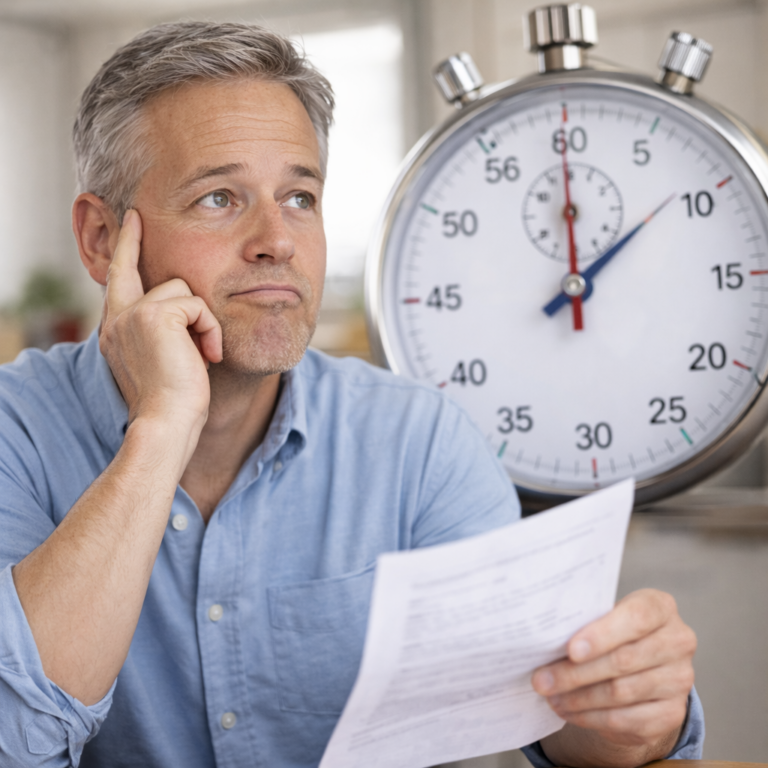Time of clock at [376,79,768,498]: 1:59
